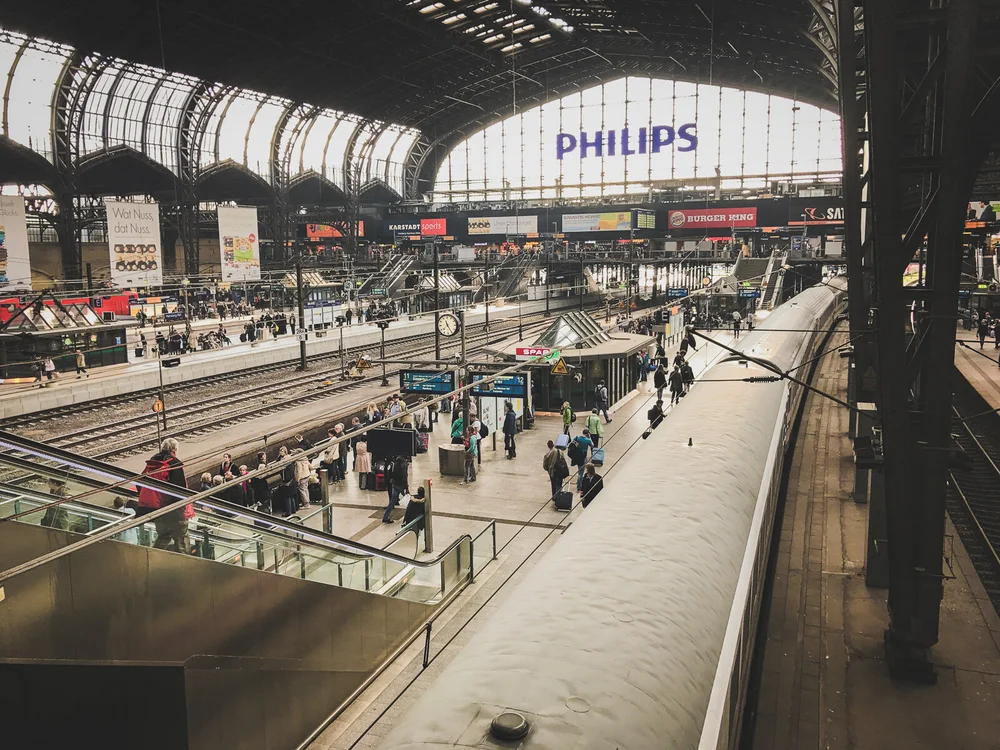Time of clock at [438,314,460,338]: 11:25
